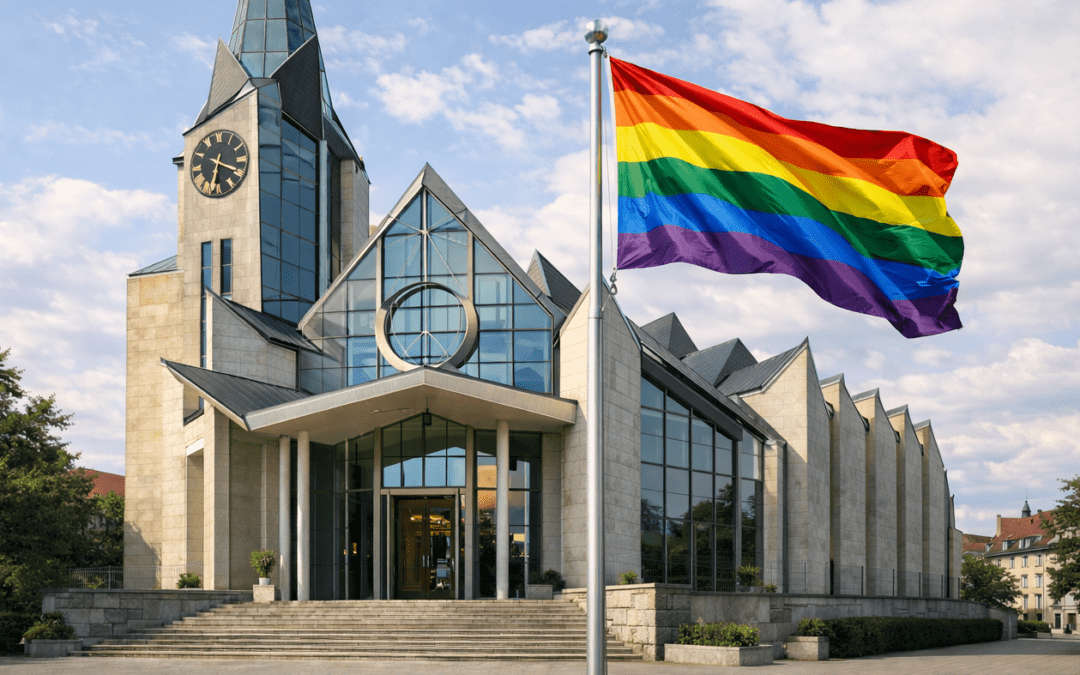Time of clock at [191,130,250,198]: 6:18
